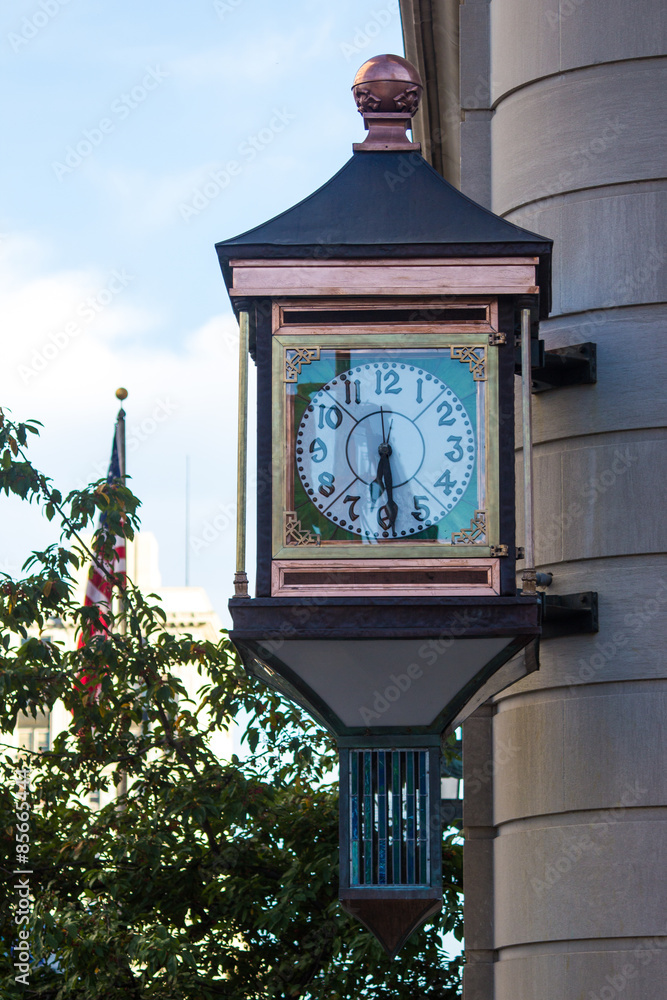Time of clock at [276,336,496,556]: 6:29
